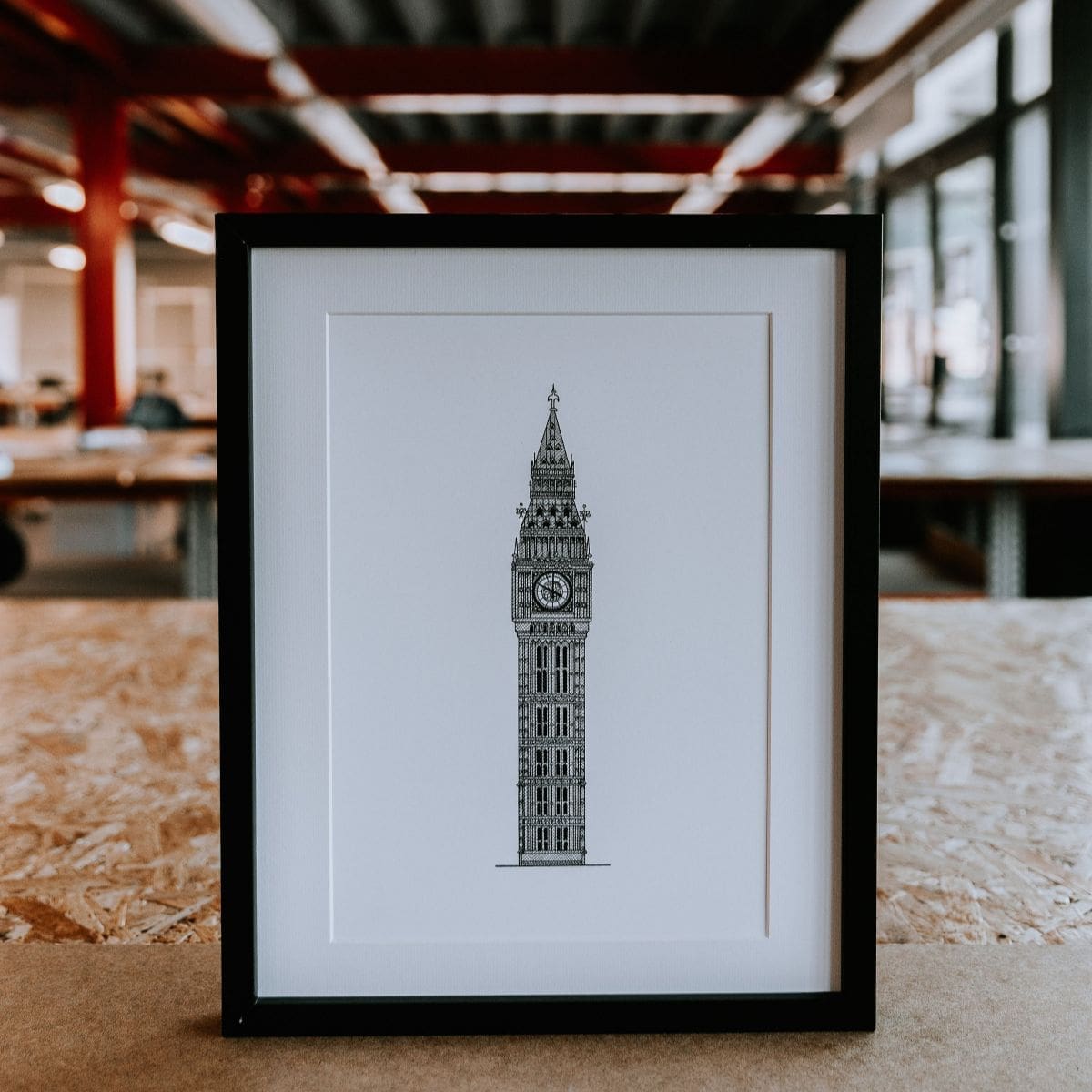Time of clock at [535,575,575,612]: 3:48
